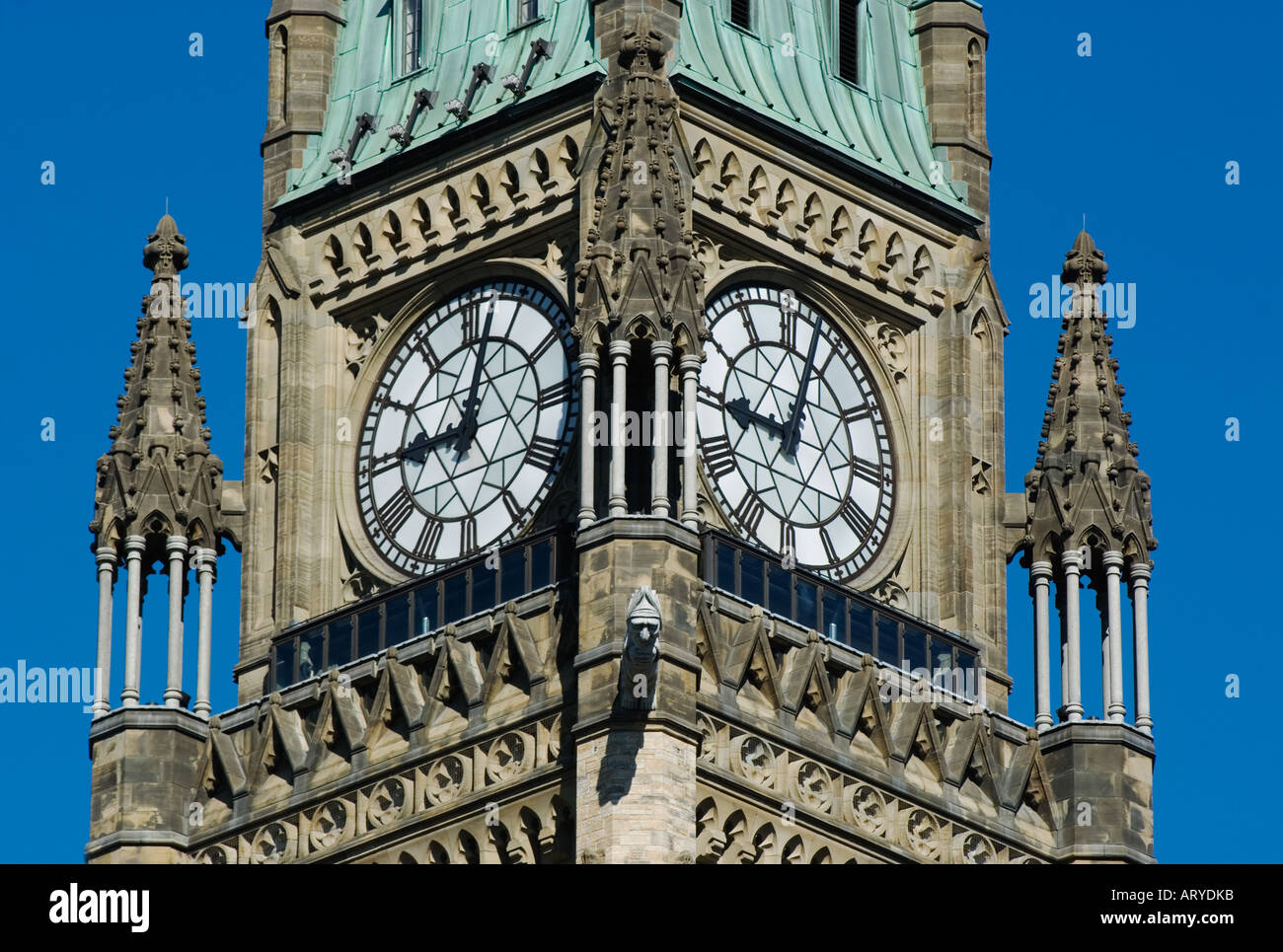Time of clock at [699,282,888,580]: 9:02
